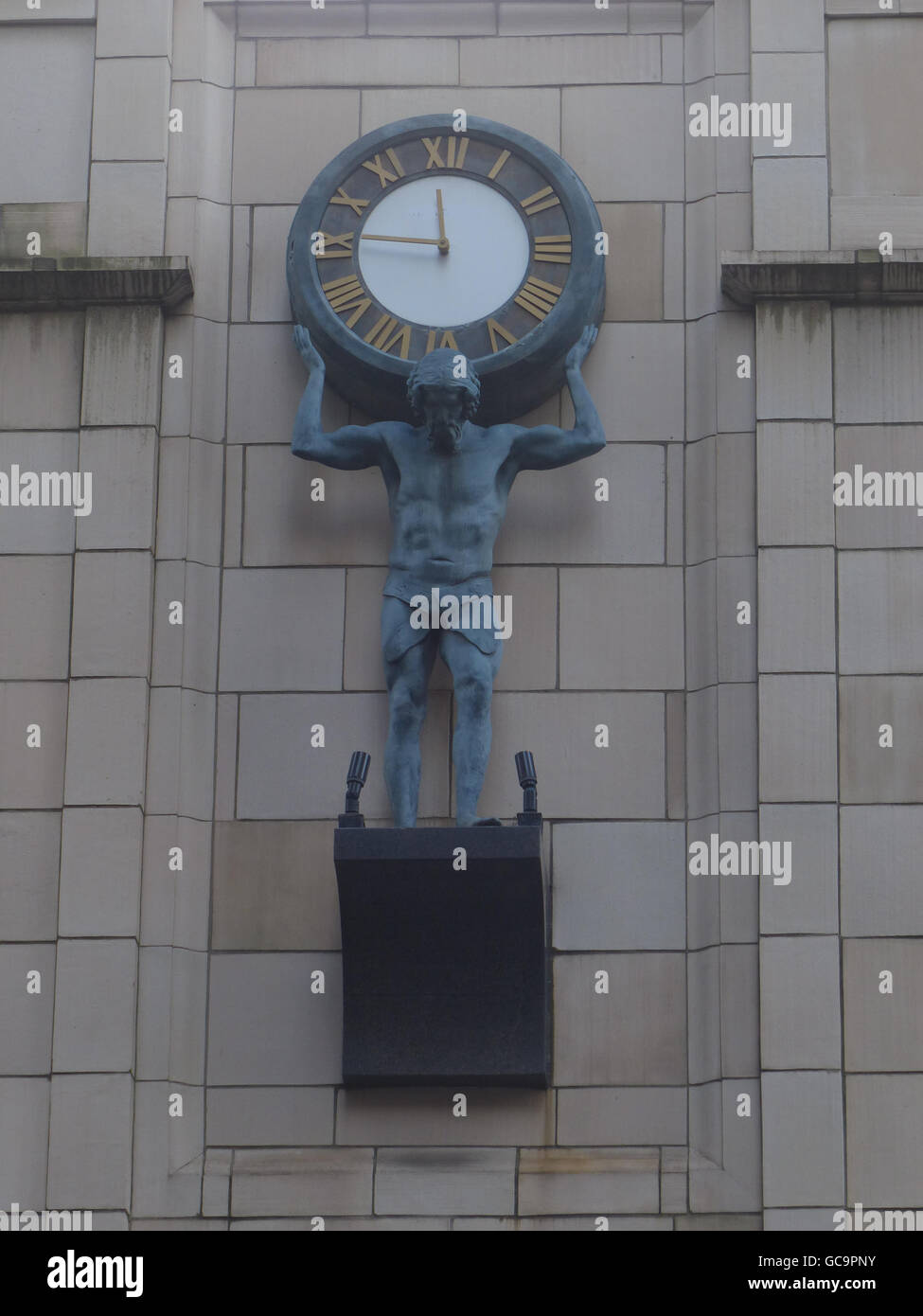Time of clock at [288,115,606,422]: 11:46
